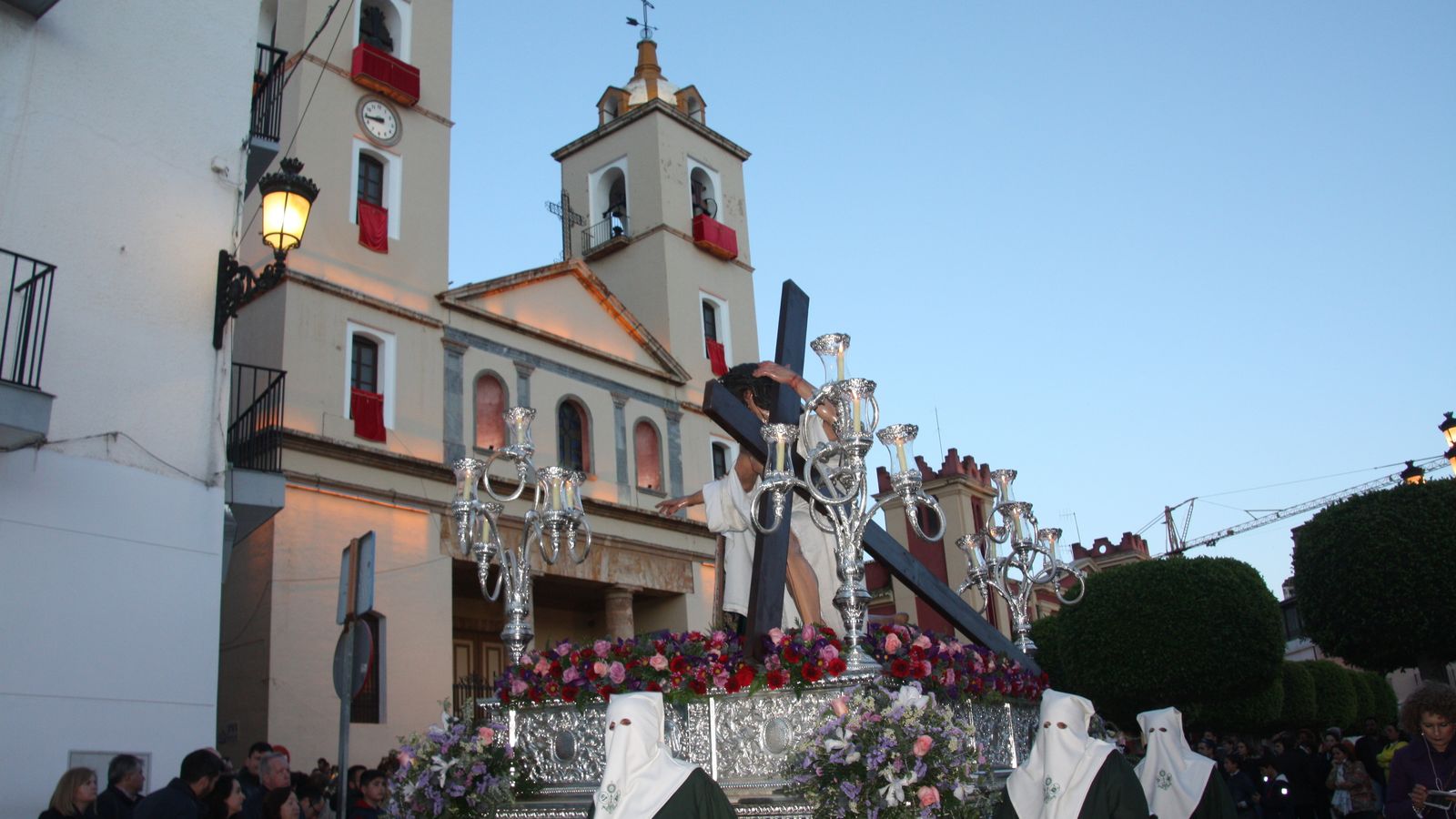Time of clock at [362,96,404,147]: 8:43
